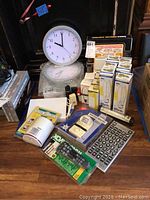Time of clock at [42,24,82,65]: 10:00
